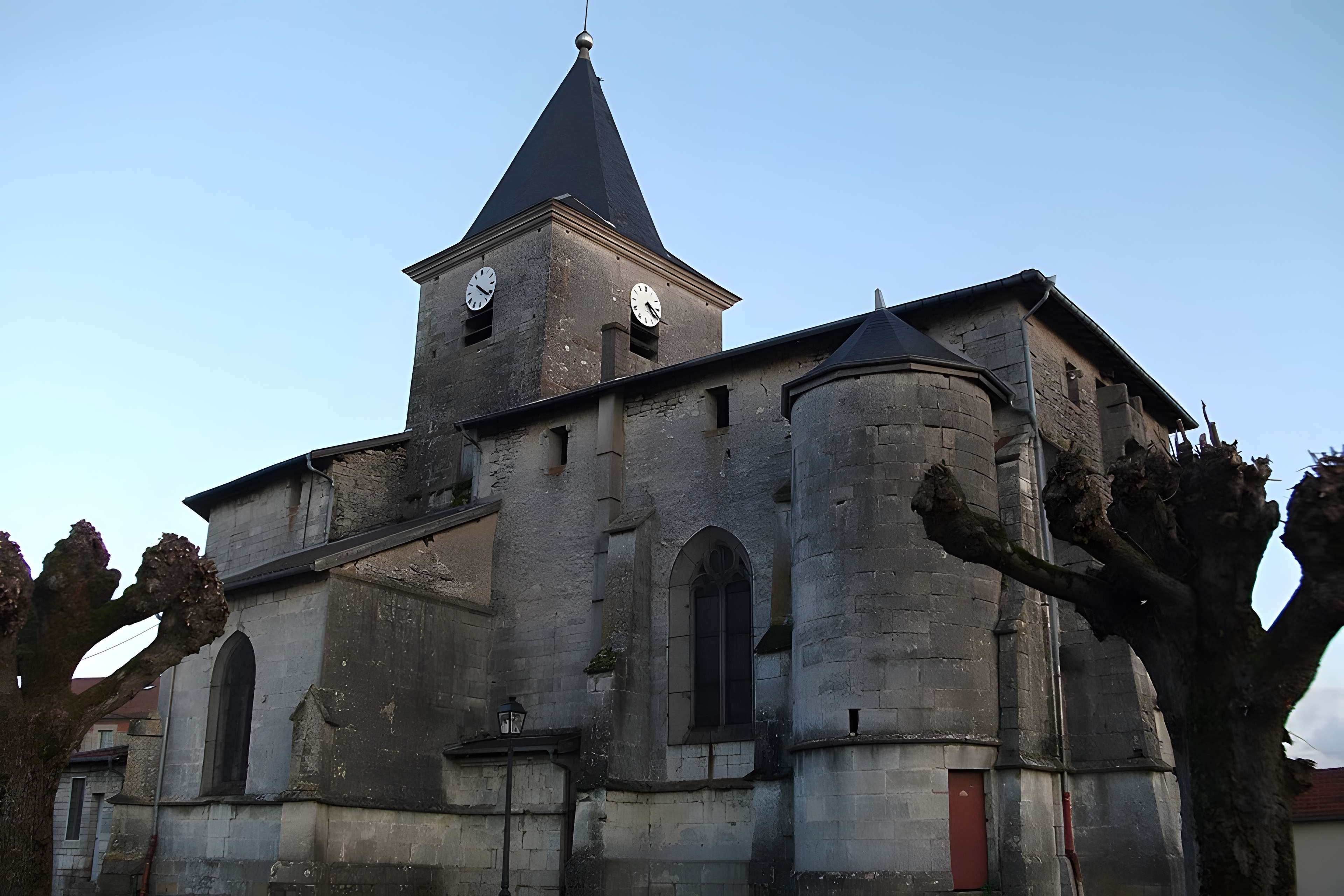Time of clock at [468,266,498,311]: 4:21
